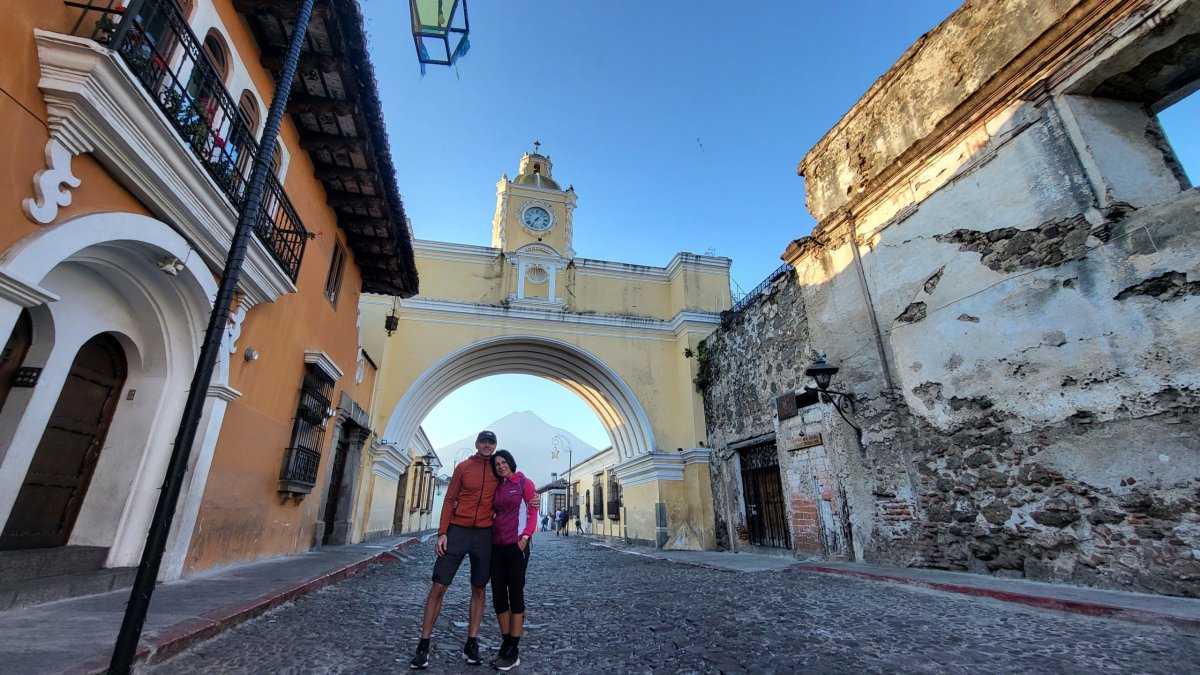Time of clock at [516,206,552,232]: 7:07
